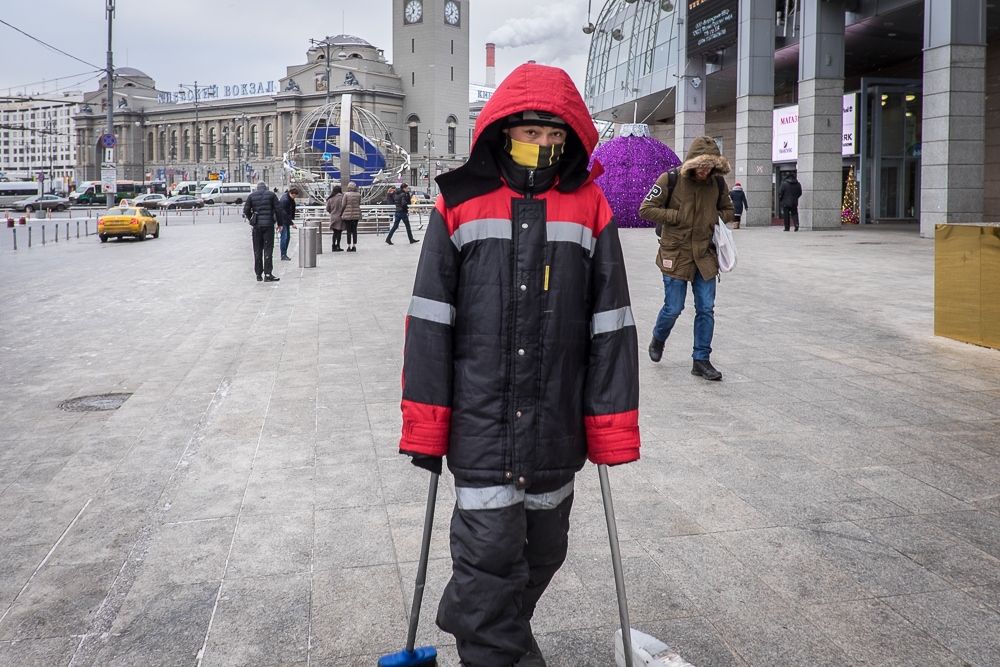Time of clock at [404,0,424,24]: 11:37
